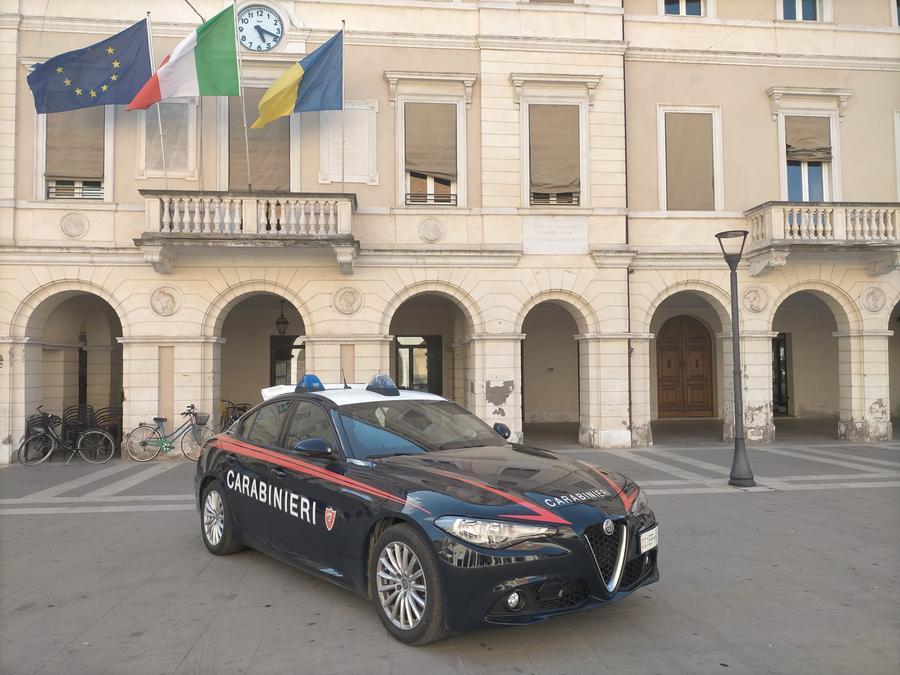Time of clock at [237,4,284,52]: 5:18
